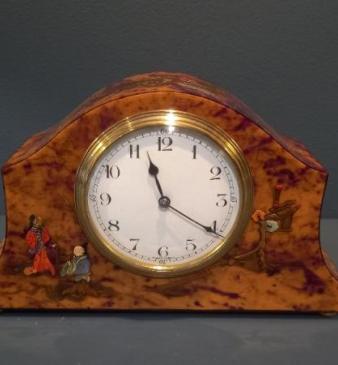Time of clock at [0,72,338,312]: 11:20
